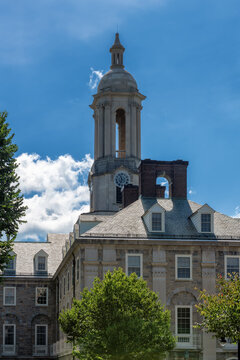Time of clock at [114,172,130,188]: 6:56
